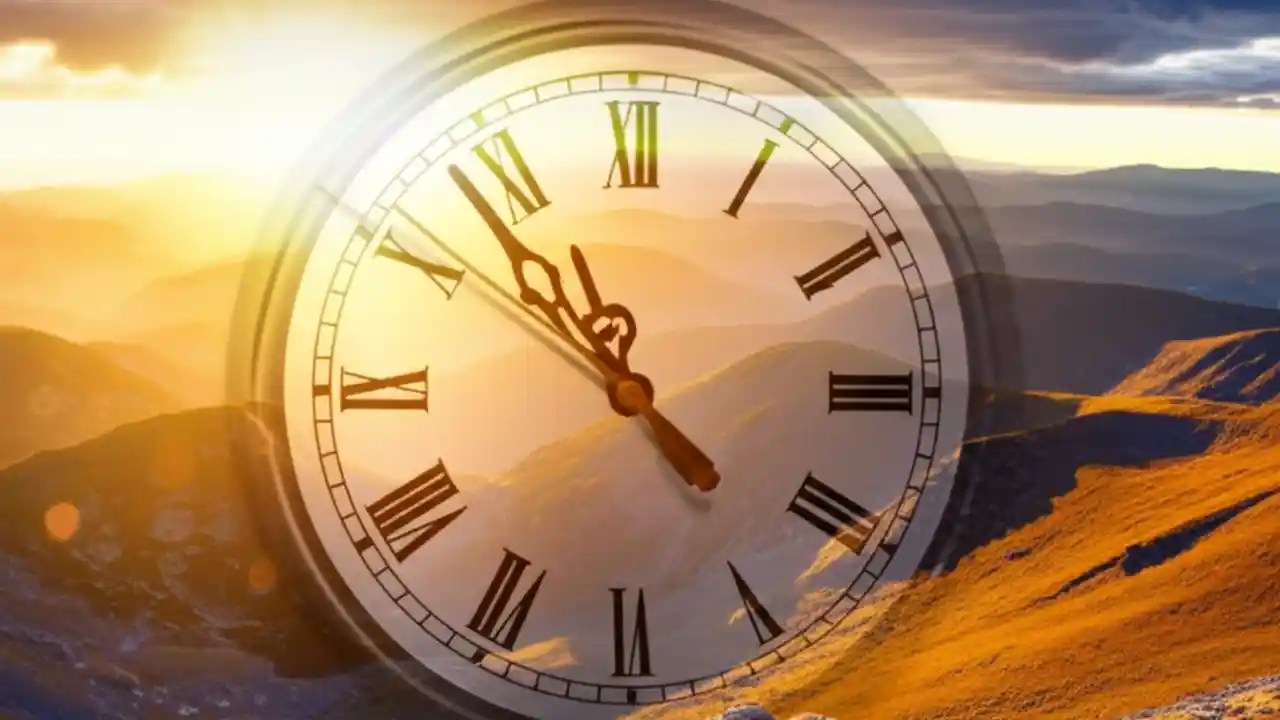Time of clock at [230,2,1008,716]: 10:52
